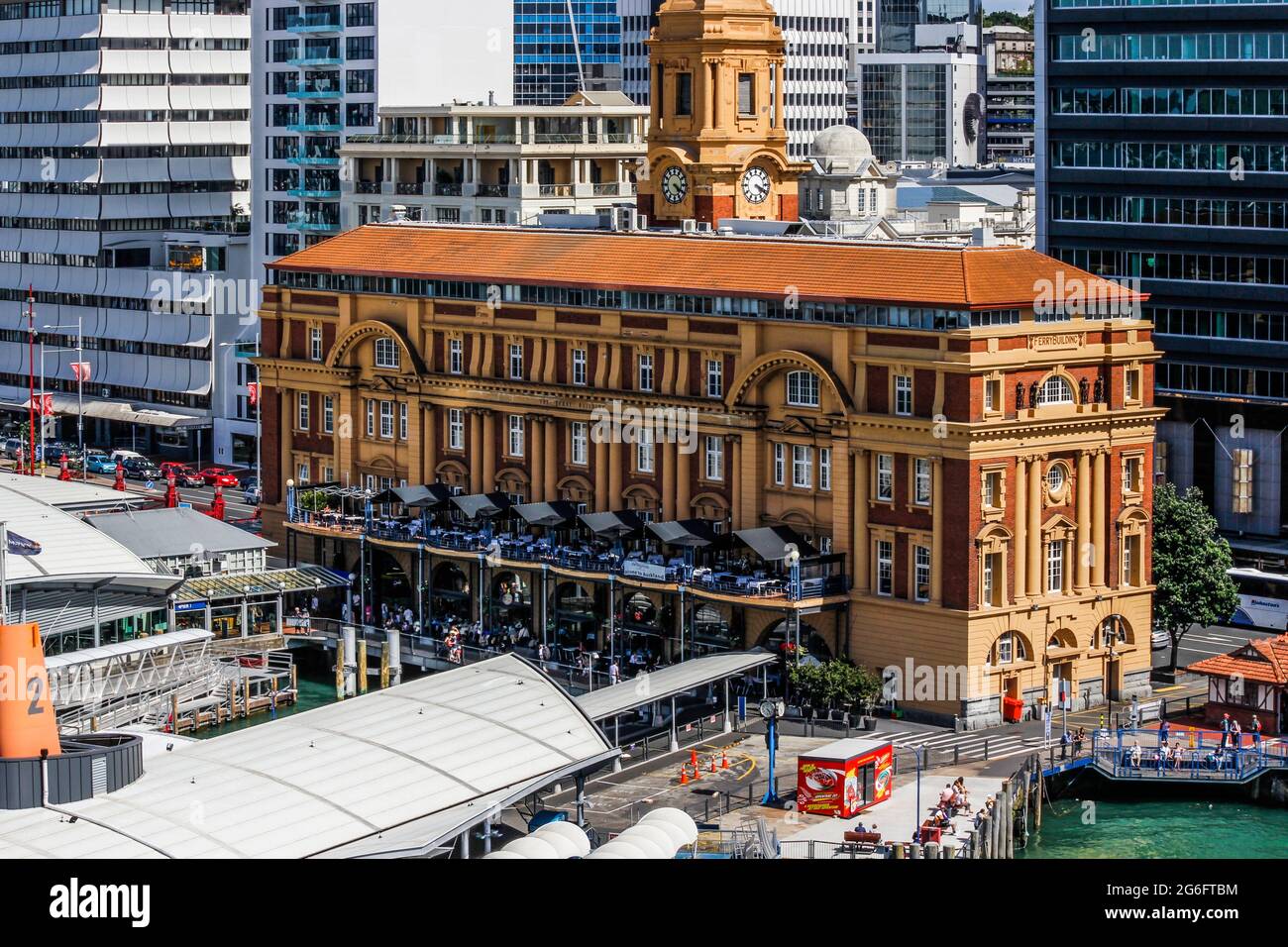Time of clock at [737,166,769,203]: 4:19
